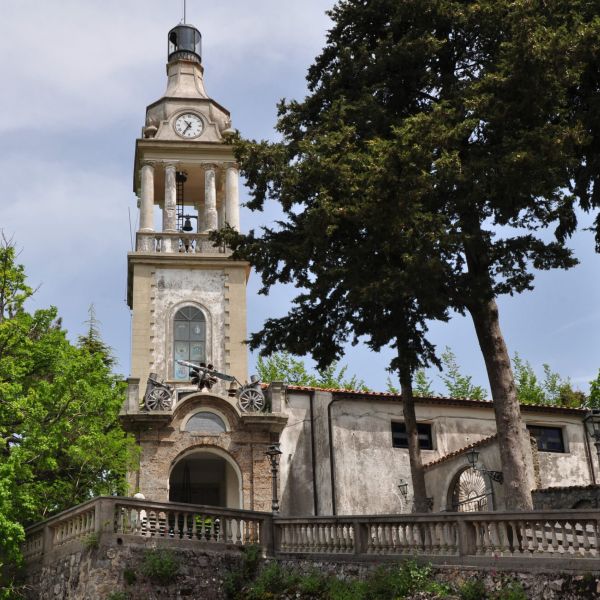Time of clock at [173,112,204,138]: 10:35
